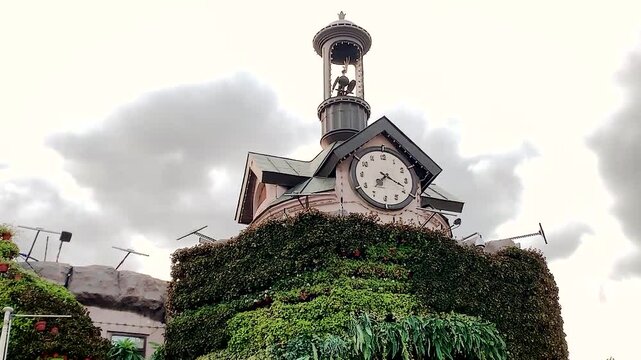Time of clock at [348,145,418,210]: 7:18
